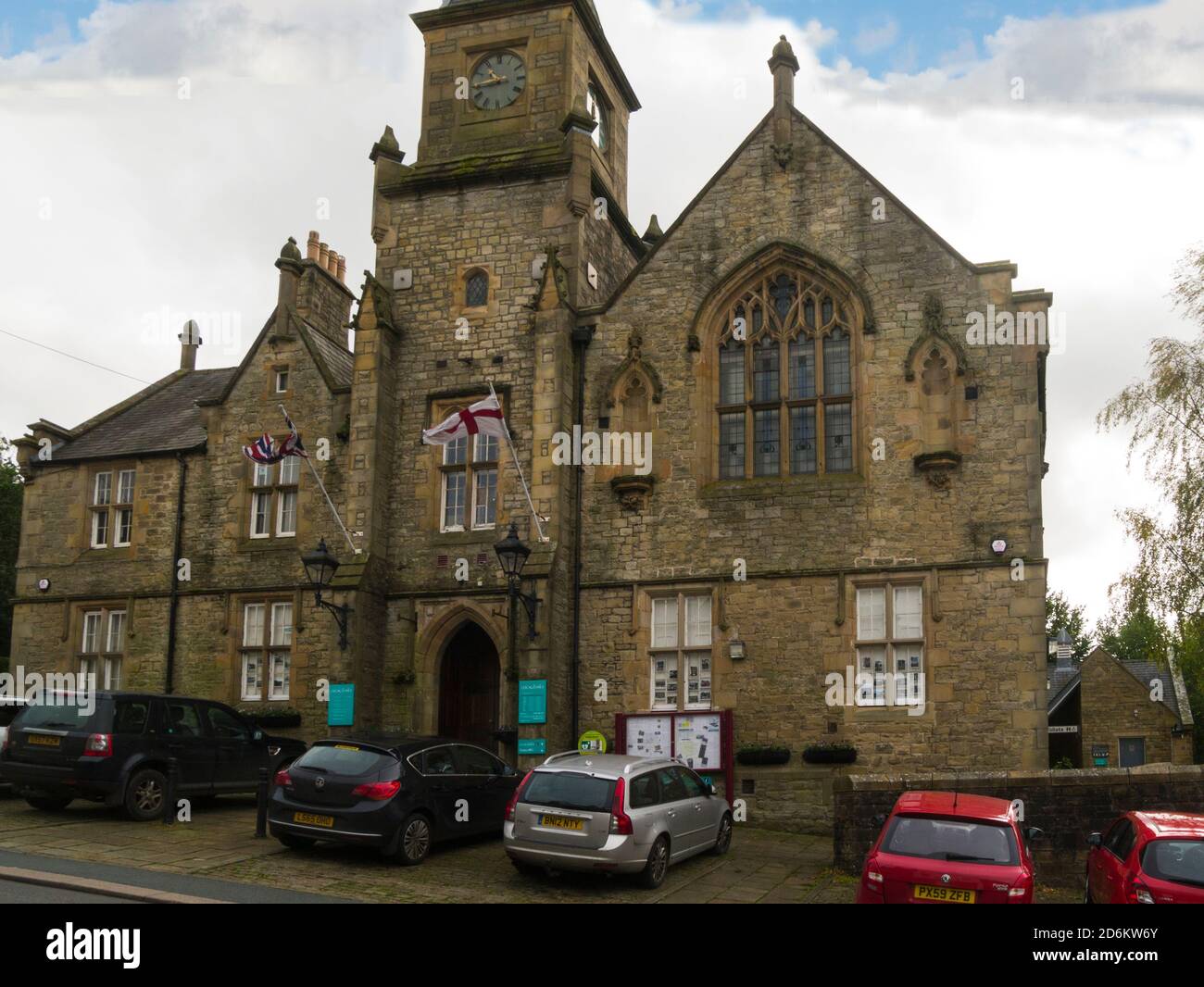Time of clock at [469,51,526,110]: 10:43
